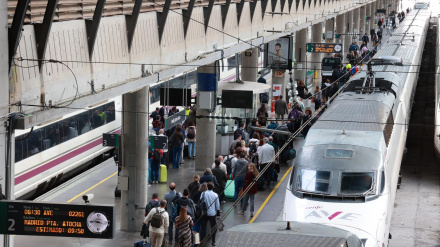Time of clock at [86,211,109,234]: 9:01
